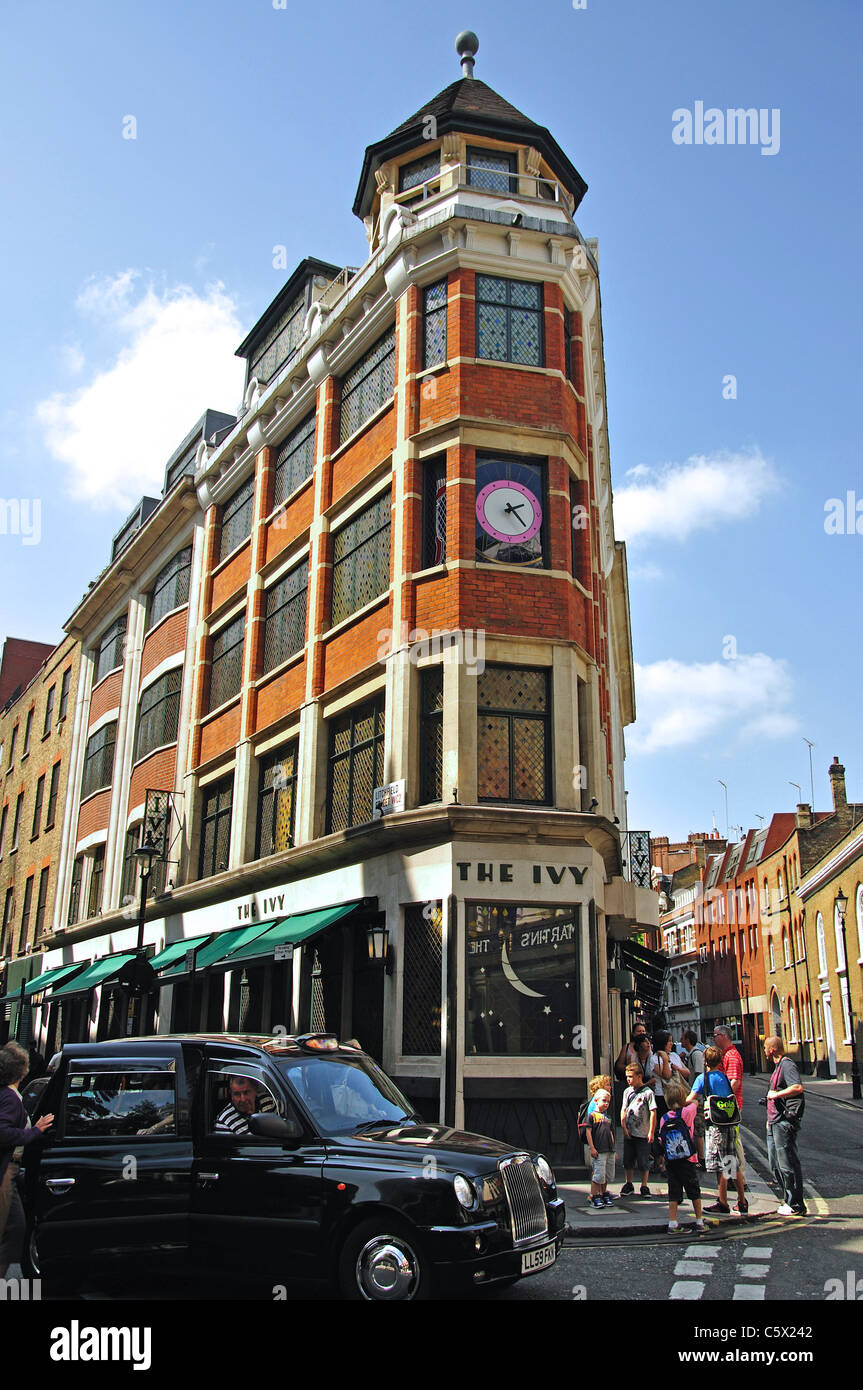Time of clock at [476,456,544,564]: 2:22
